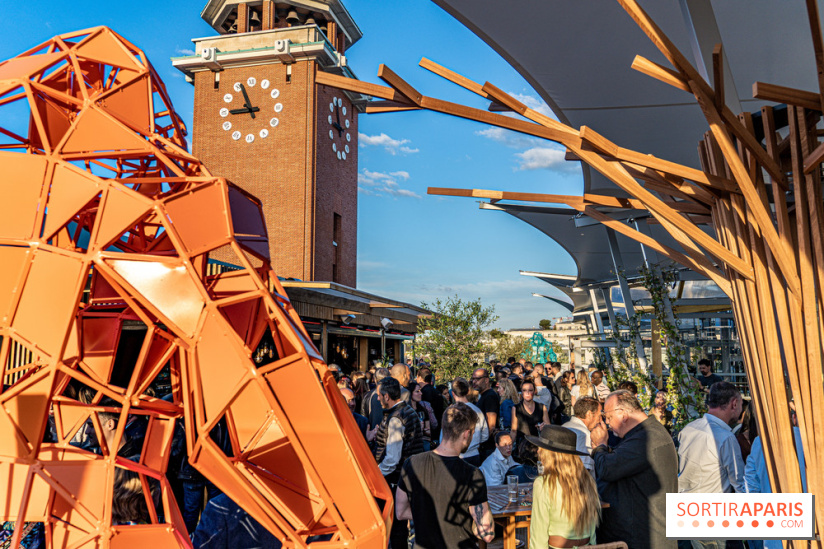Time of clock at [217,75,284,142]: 8:56
